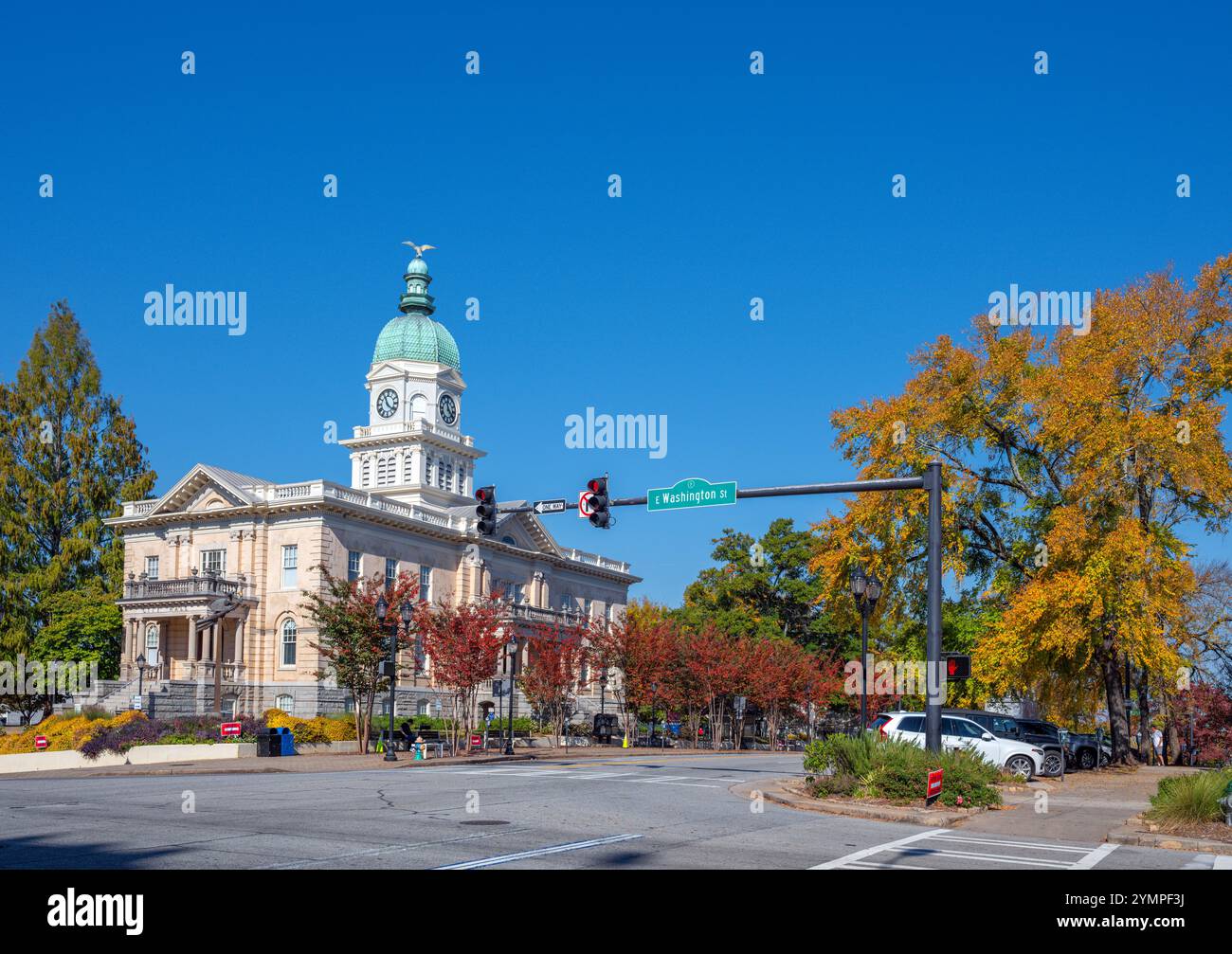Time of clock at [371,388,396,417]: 11:21
